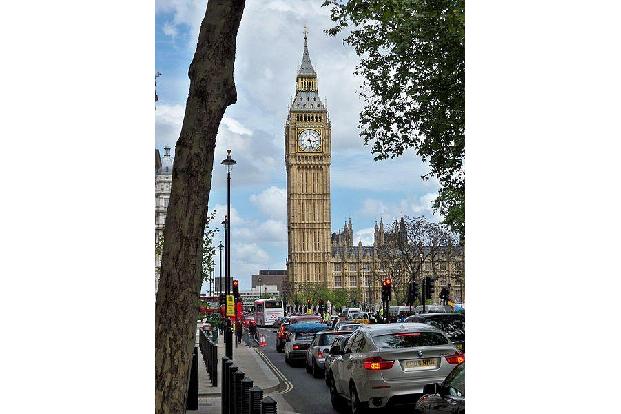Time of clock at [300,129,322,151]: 3:27
